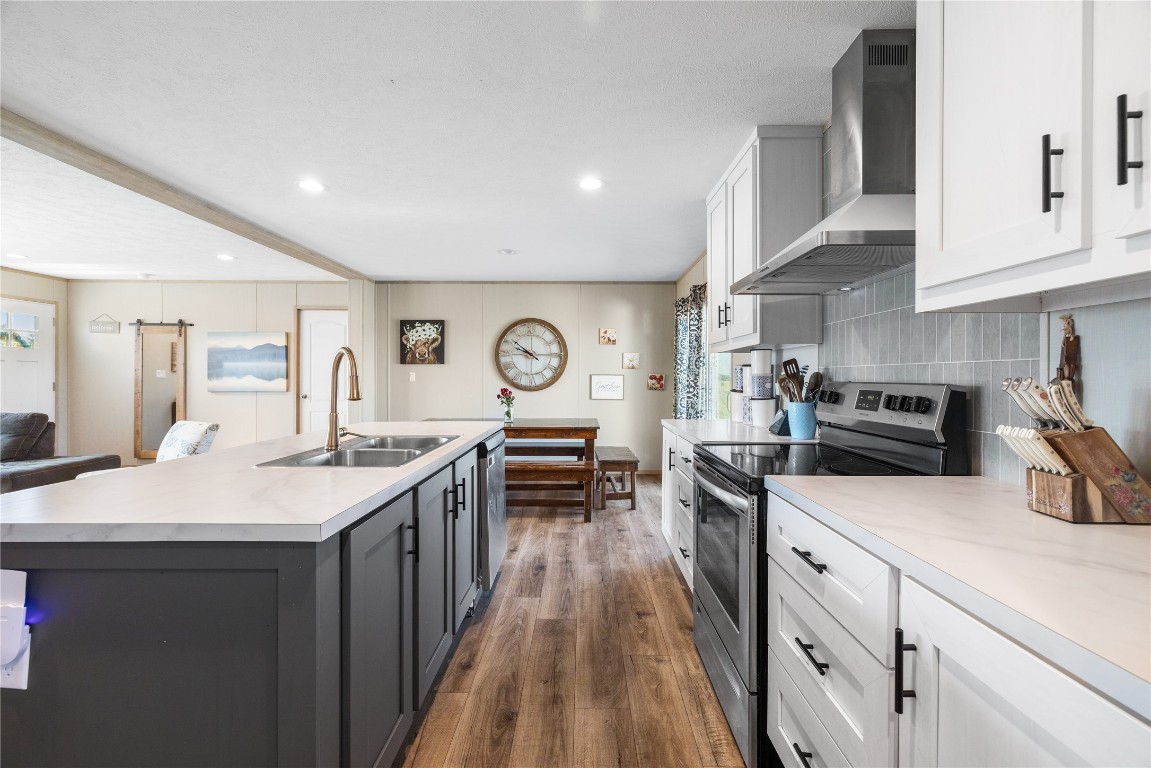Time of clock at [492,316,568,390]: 9:51
